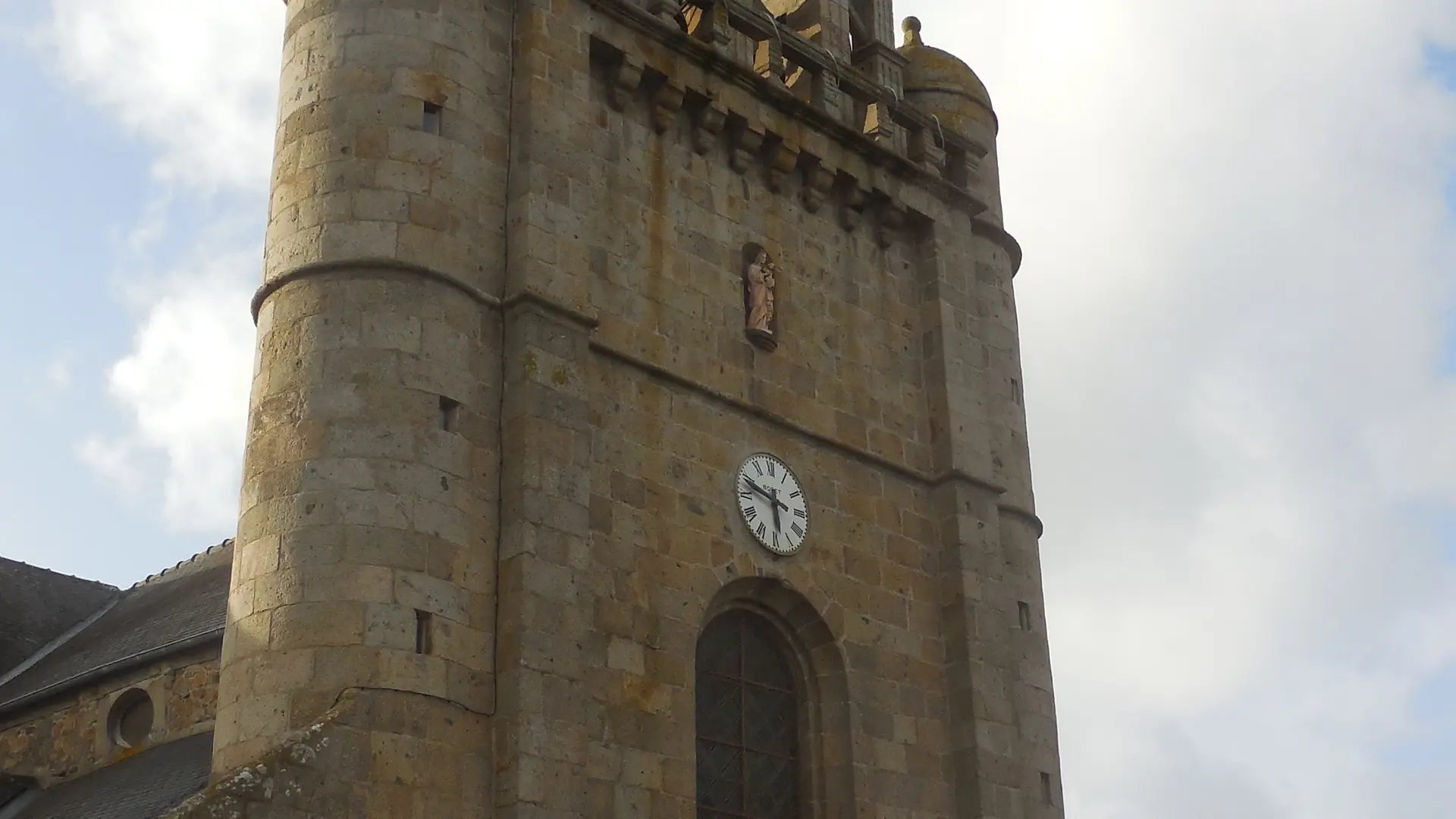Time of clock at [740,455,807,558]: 5:48
